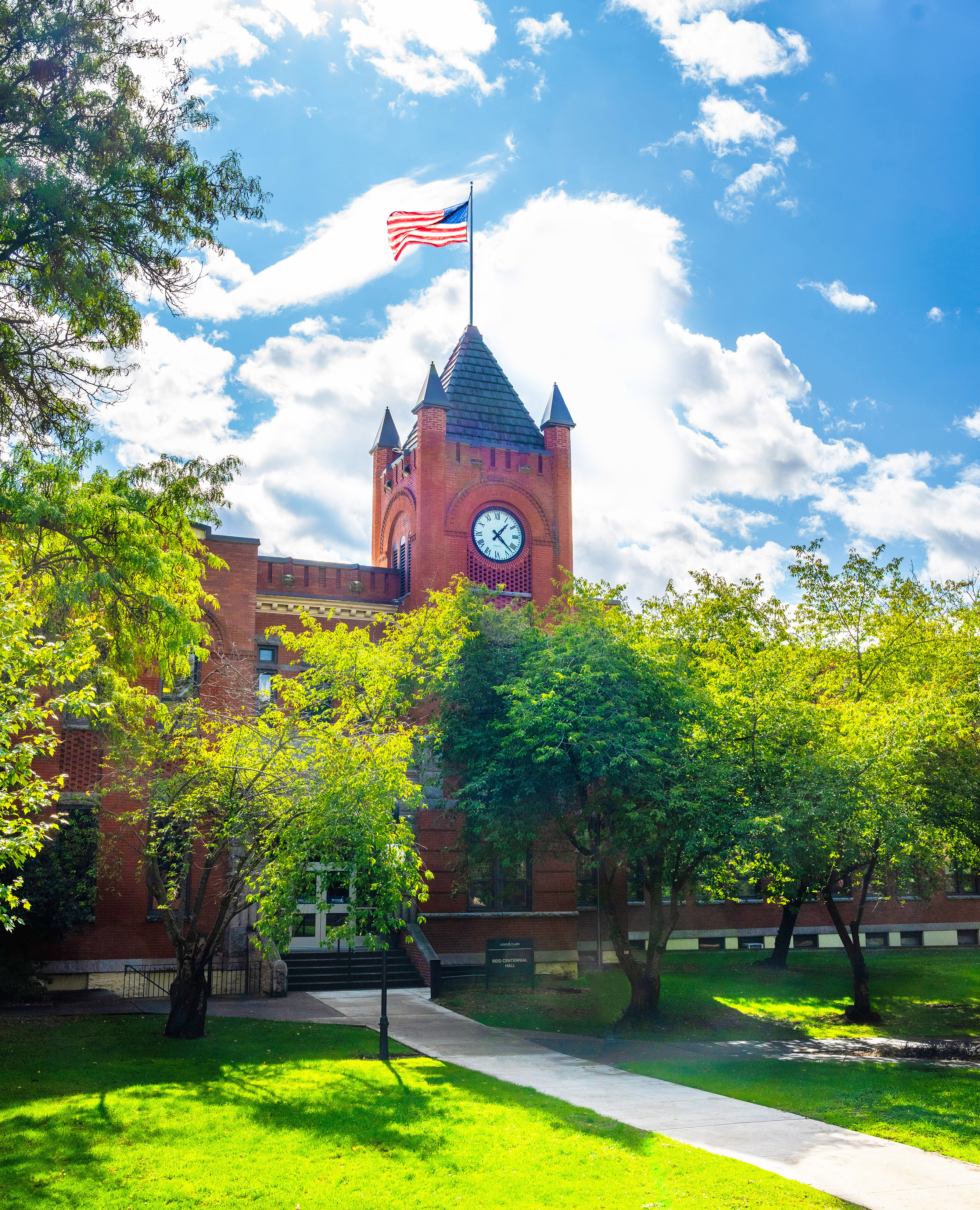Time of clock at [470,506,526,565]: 1:22
